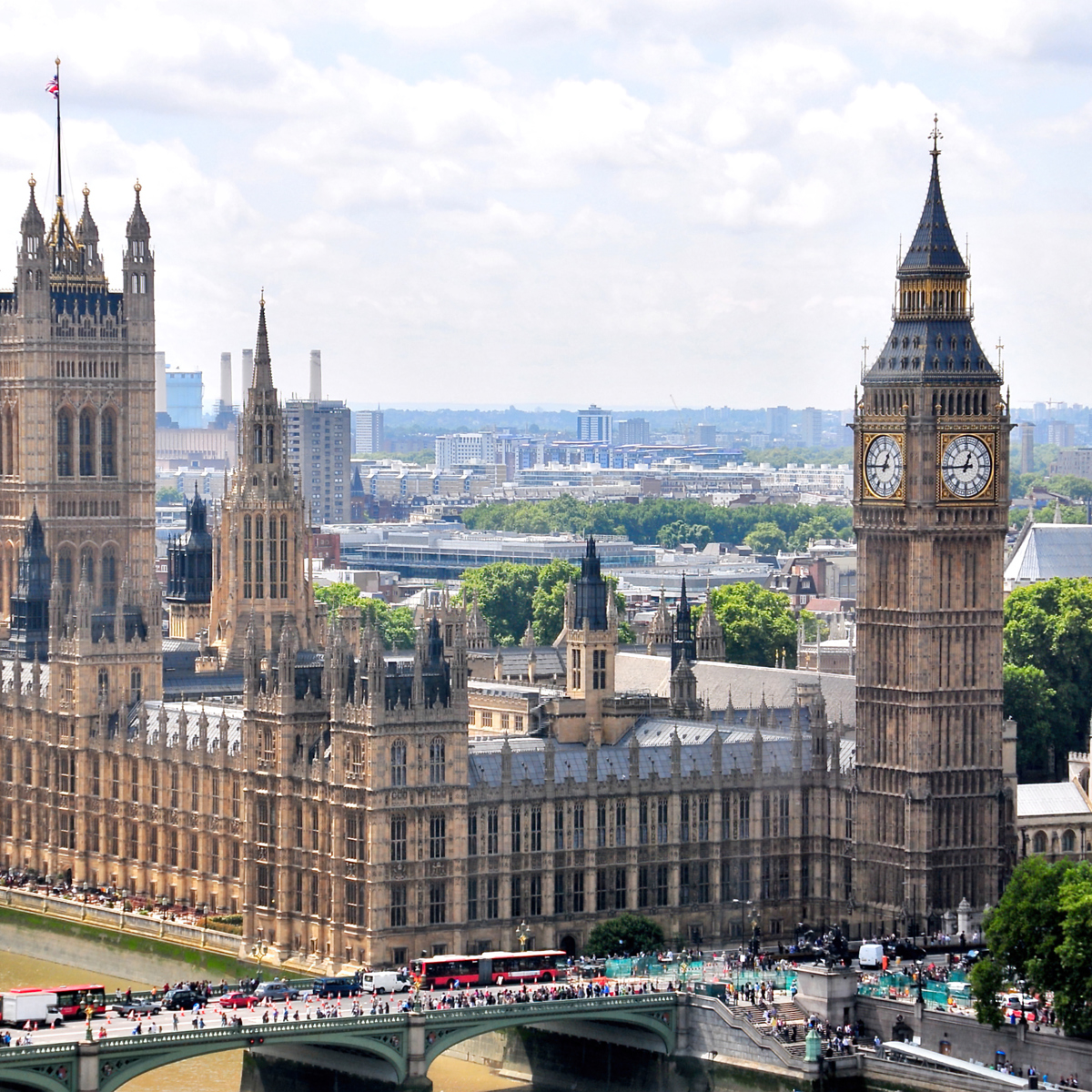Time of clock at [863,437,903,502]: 12:45
